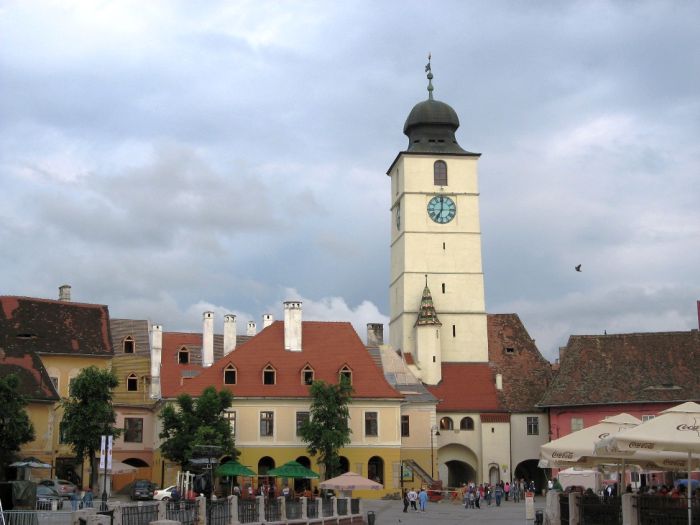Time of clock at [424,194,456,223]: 7:00
